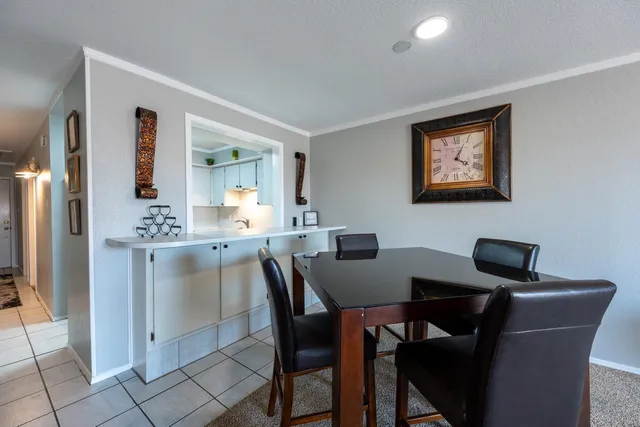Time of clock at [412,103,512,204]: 4:04
